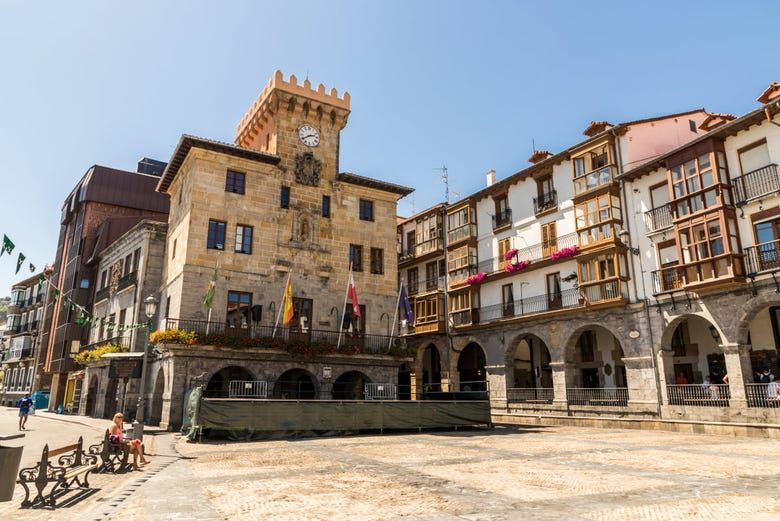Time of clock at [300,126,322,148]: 2:40
